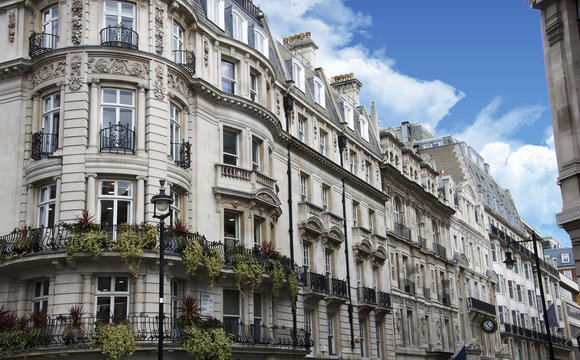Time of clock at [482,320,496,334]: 11:23
